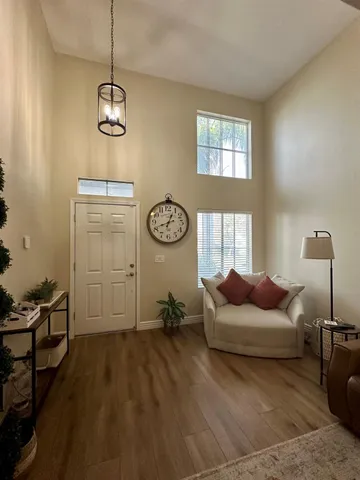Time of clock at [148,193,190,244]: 12:41
